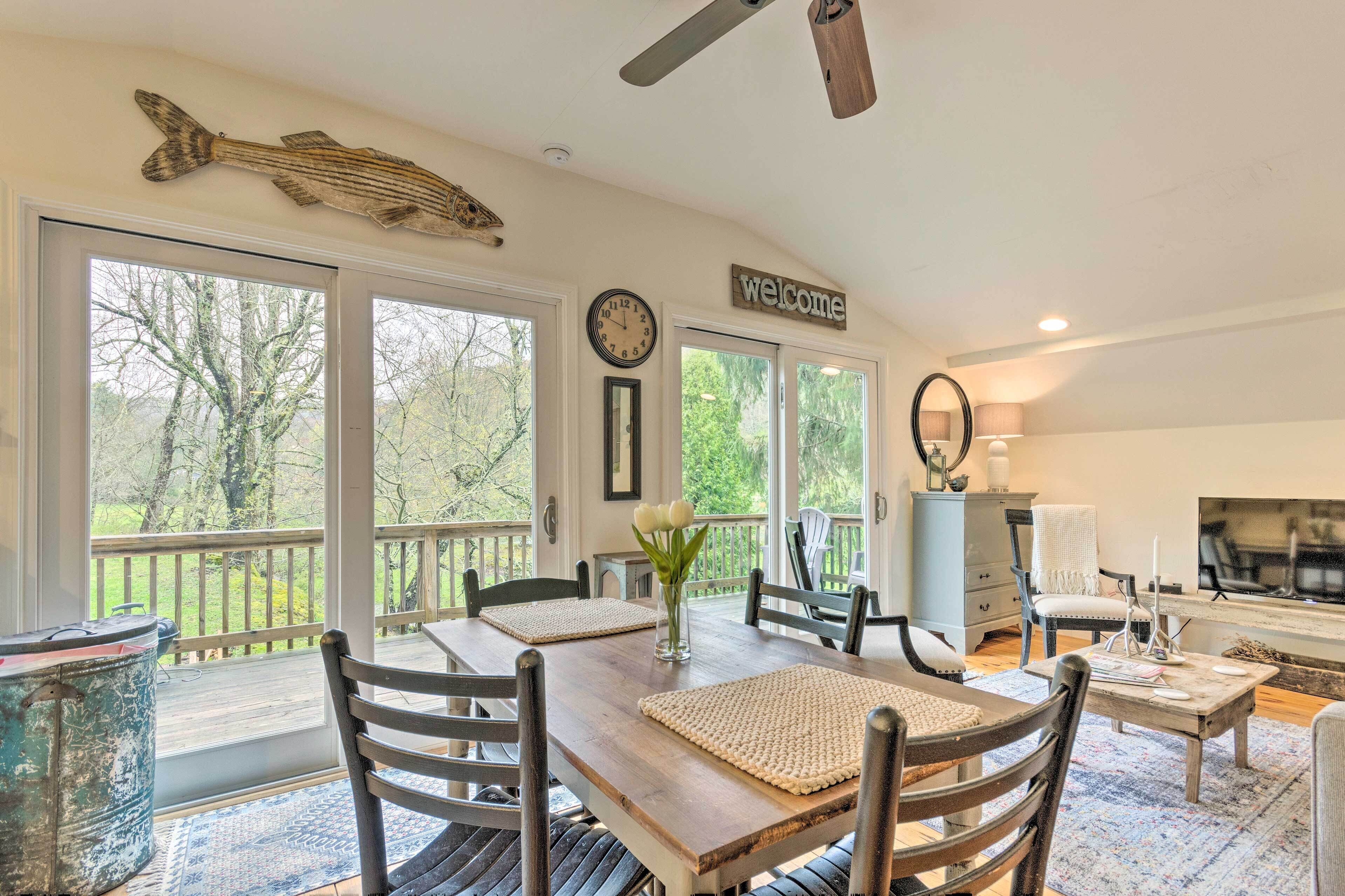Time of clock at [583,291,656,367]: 11:48
